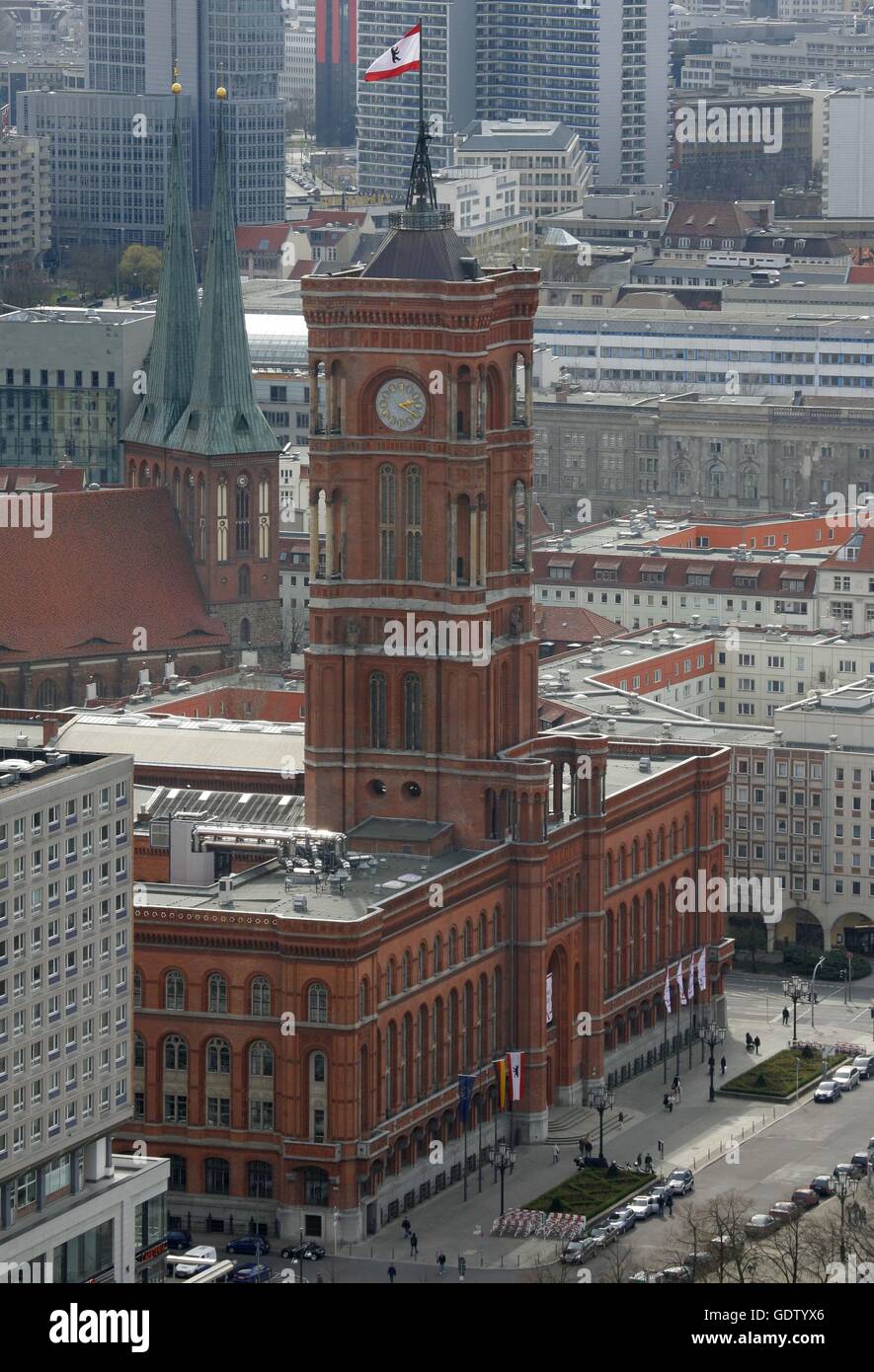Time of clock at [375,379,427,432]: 4:12
